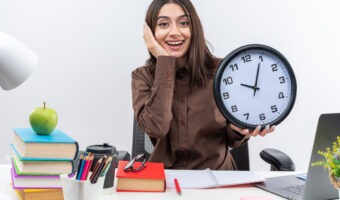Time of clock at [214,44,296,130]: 10:04
